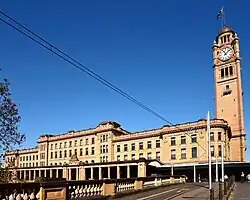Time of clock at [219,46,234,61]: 11:07
